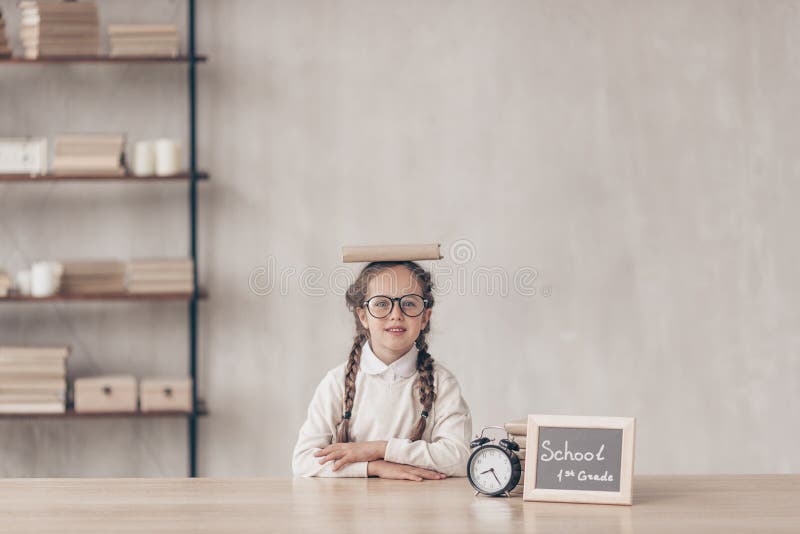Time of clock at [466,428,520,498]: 8:24
